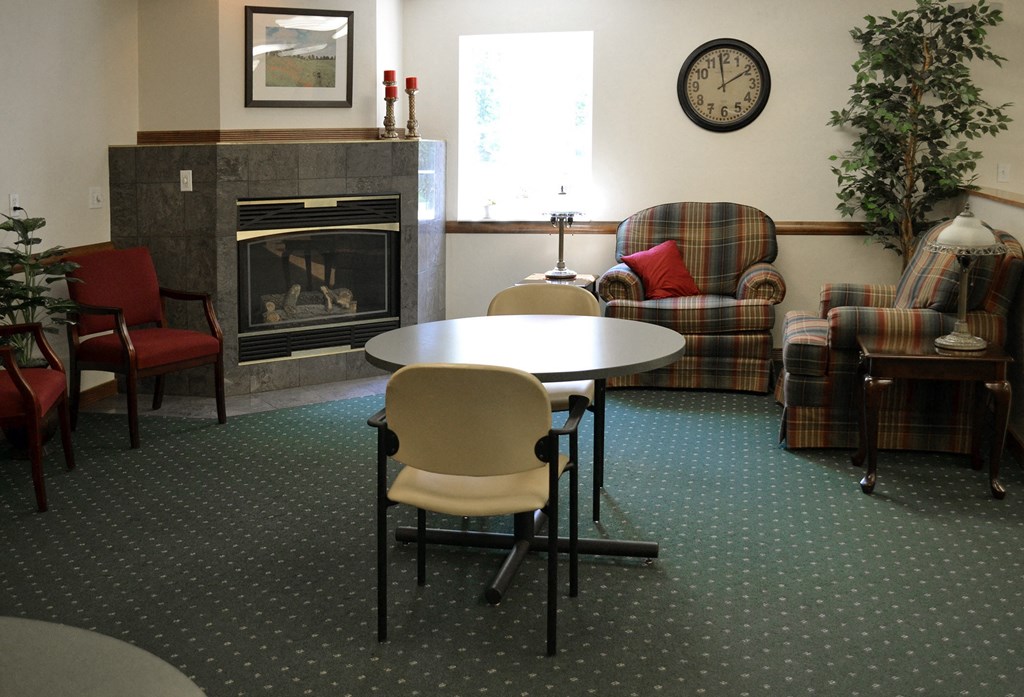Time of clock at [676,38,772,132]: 1:59
